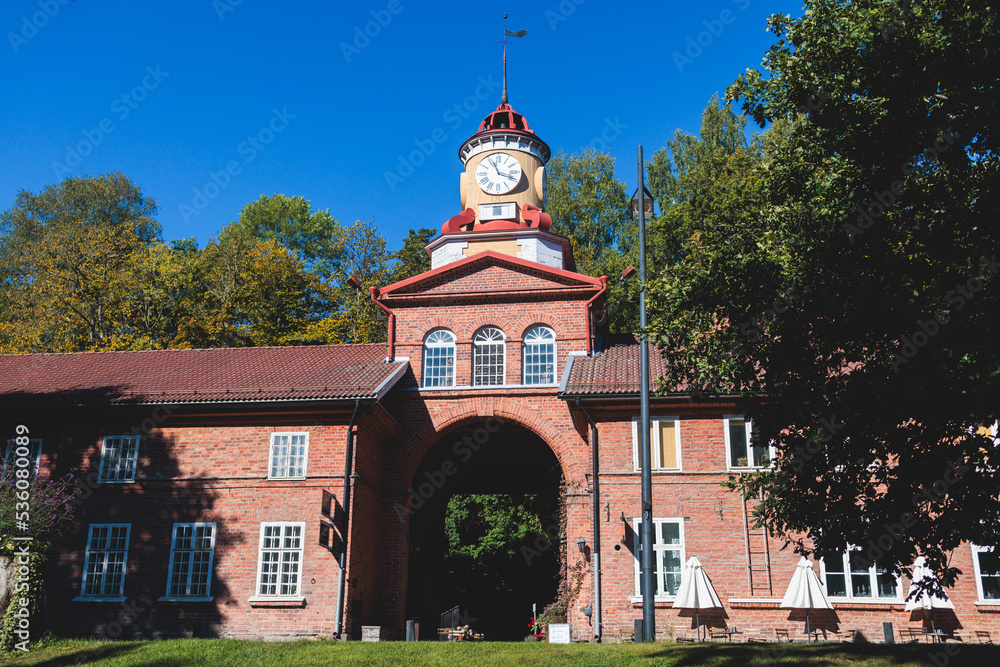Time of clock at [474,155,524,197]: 11:18
